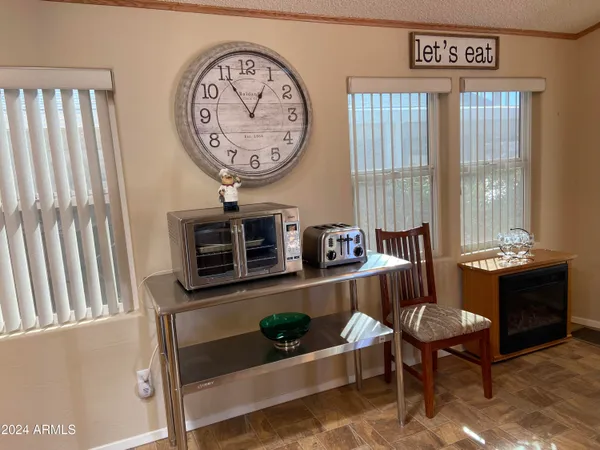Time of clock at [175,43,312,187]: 12:54
